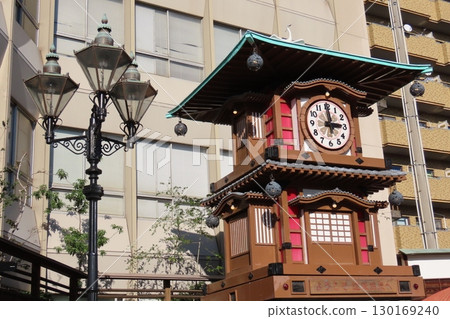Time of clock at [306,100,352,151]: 2:59
